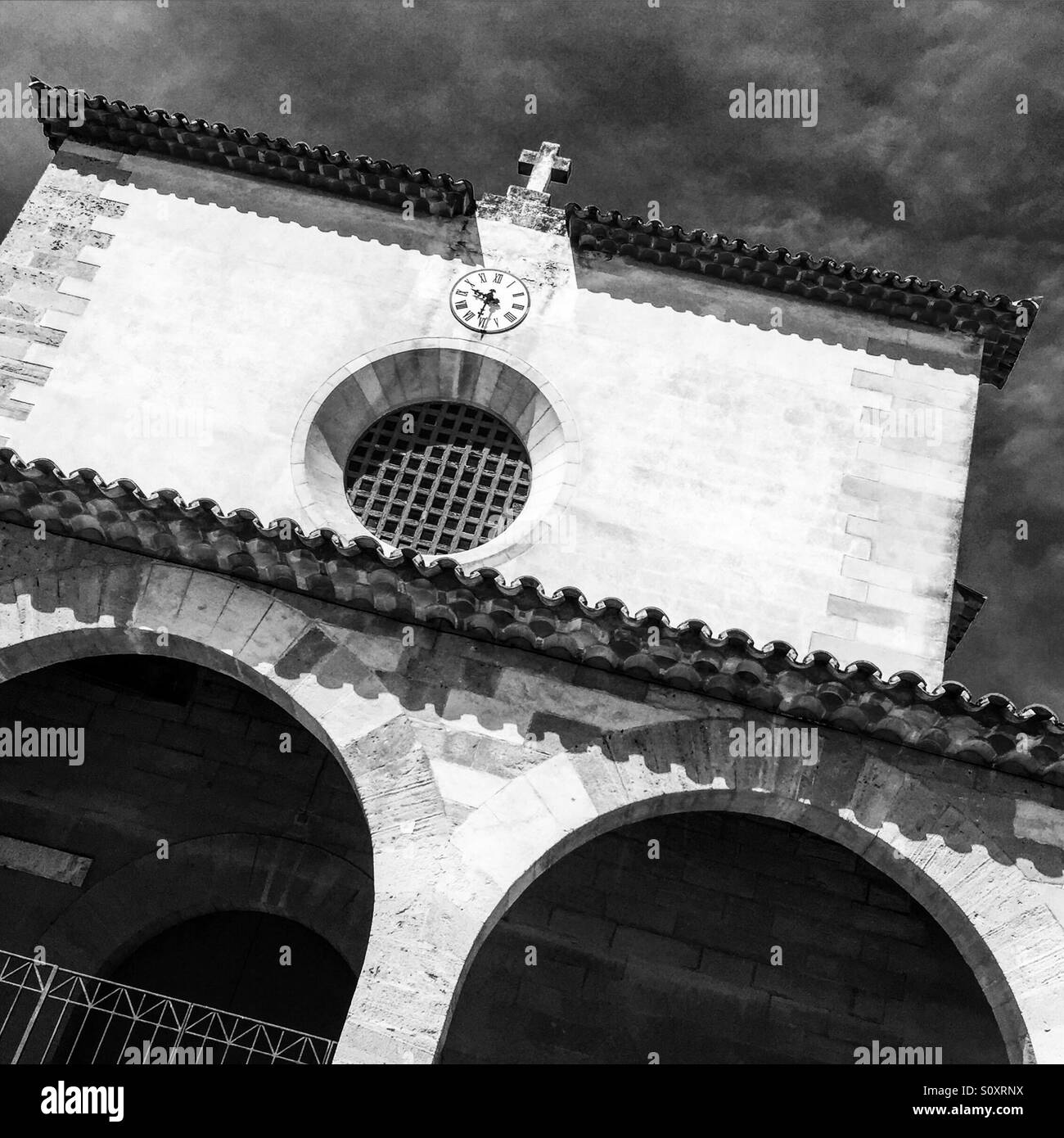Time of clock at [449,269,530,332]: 9:31
